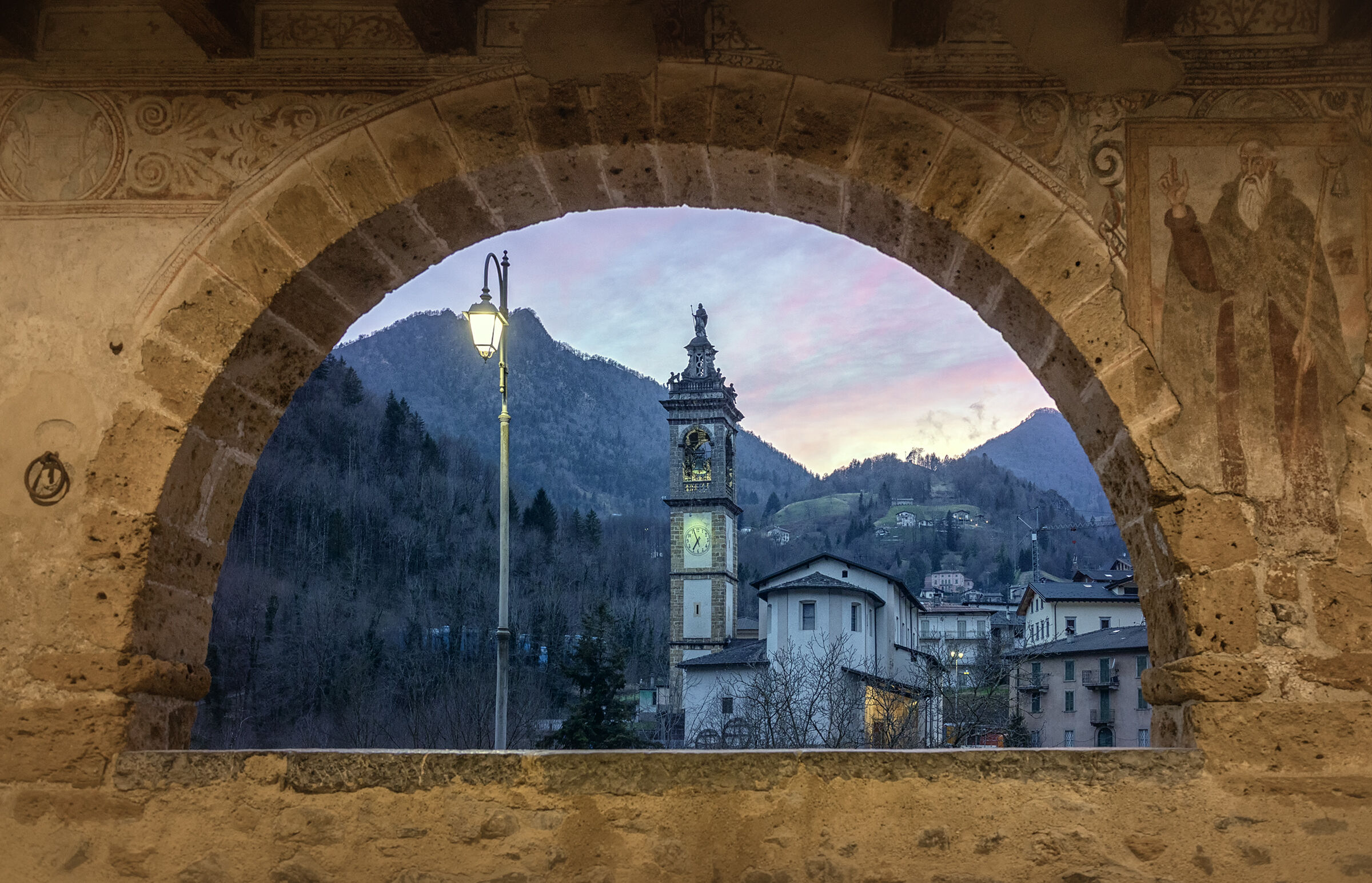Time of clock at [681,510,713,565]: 6:56
